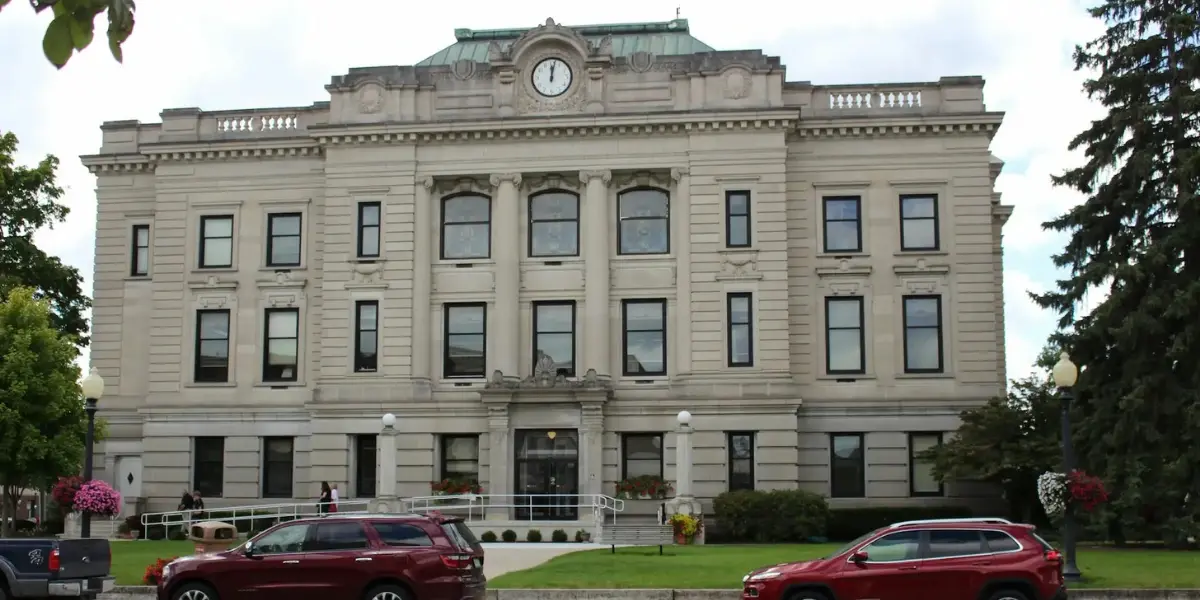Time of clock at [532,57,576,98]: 12:01
